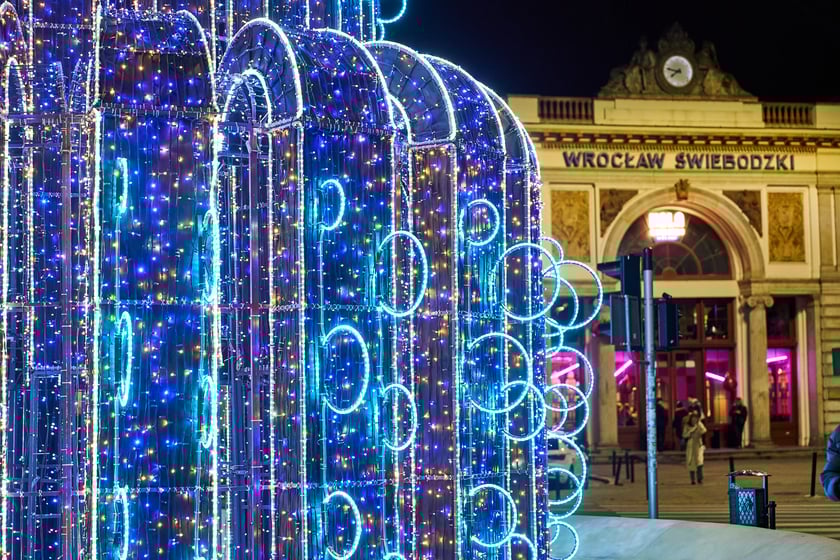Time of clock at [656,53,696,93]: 7:46
